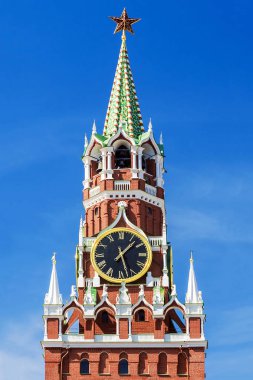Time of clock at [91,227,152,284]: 1:27
